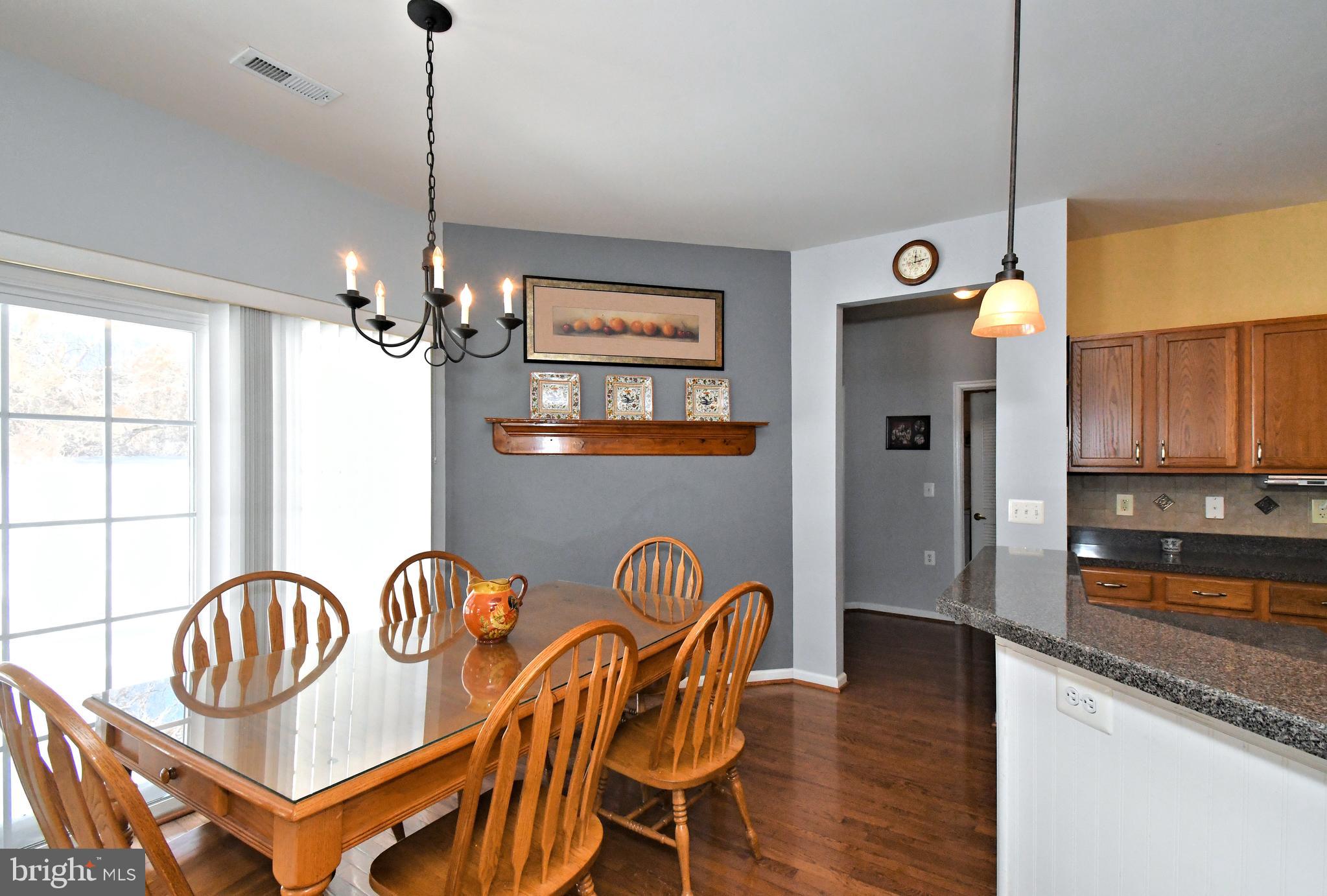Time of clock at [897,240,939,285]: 12:13
